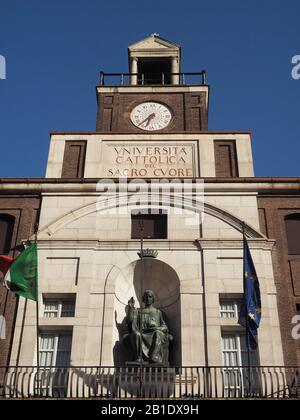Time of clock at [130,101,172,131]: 6:37
